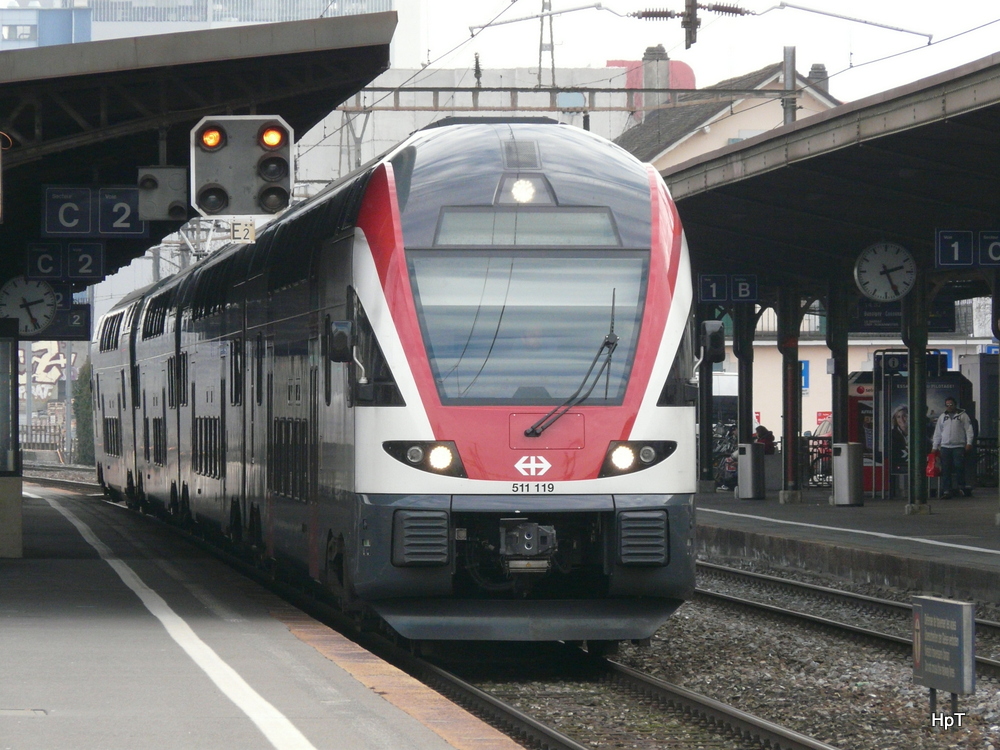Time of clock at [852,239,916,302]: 2:25
